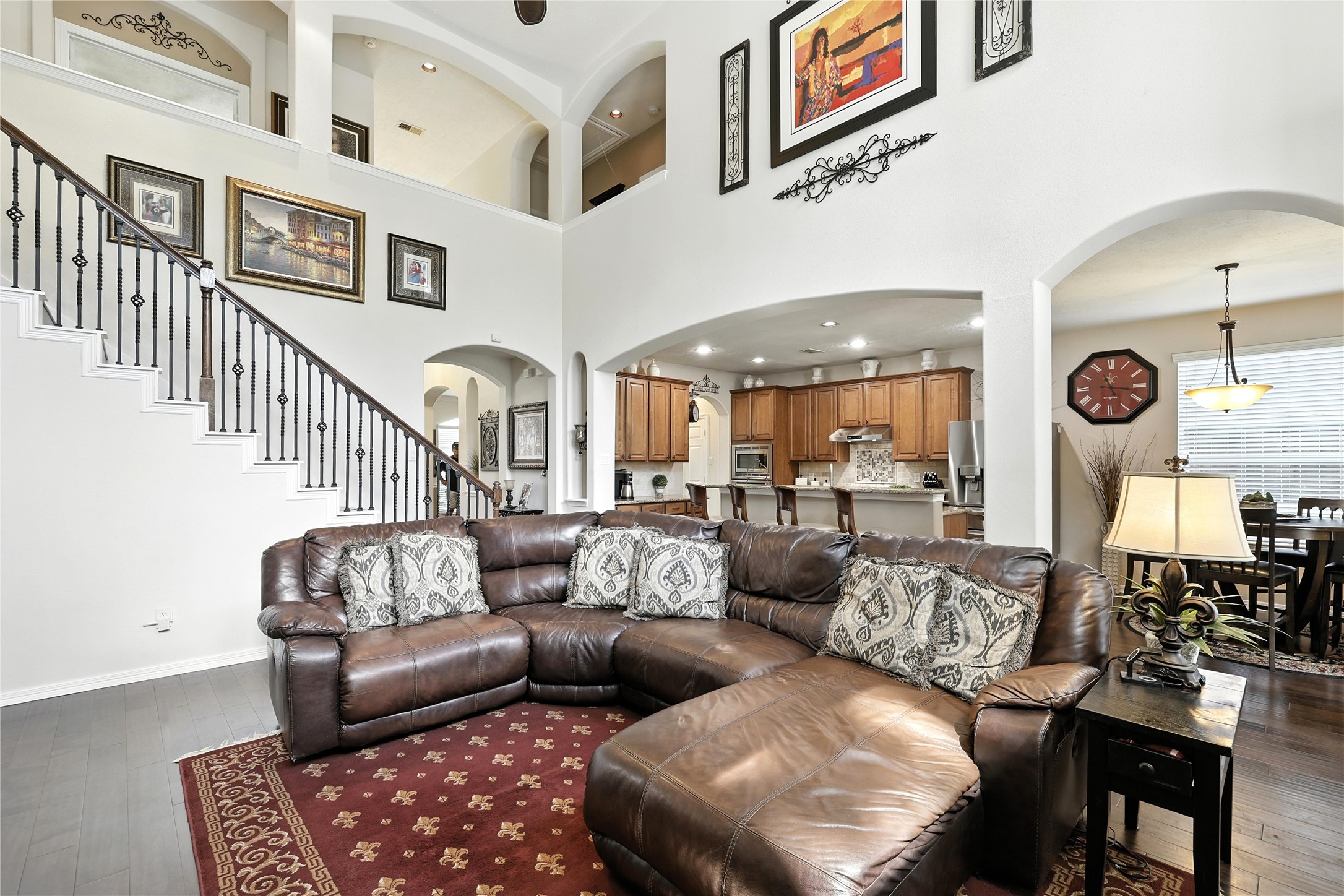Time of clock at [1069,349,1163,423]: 11:16
